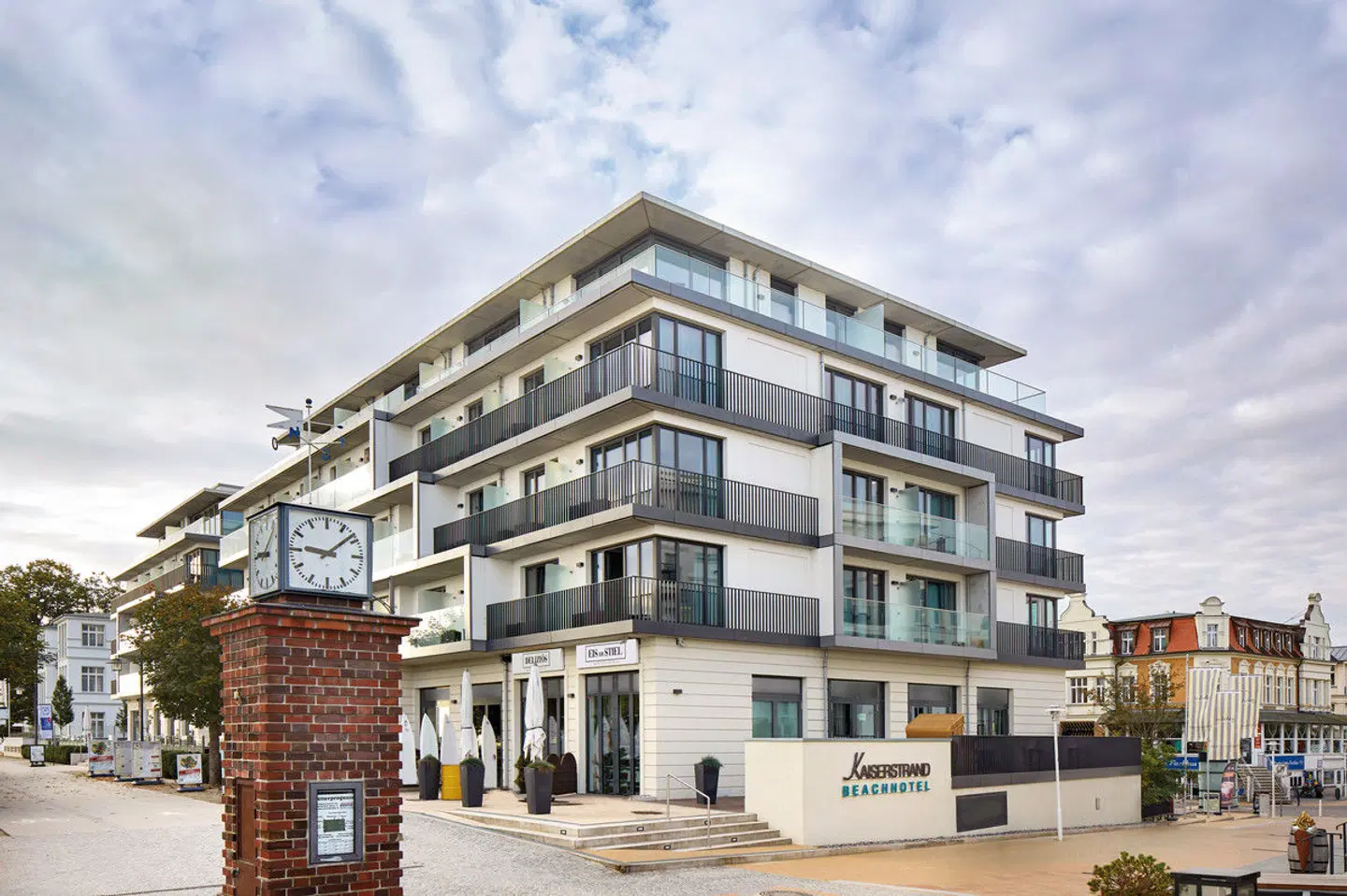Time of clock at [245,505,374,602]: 9:08
